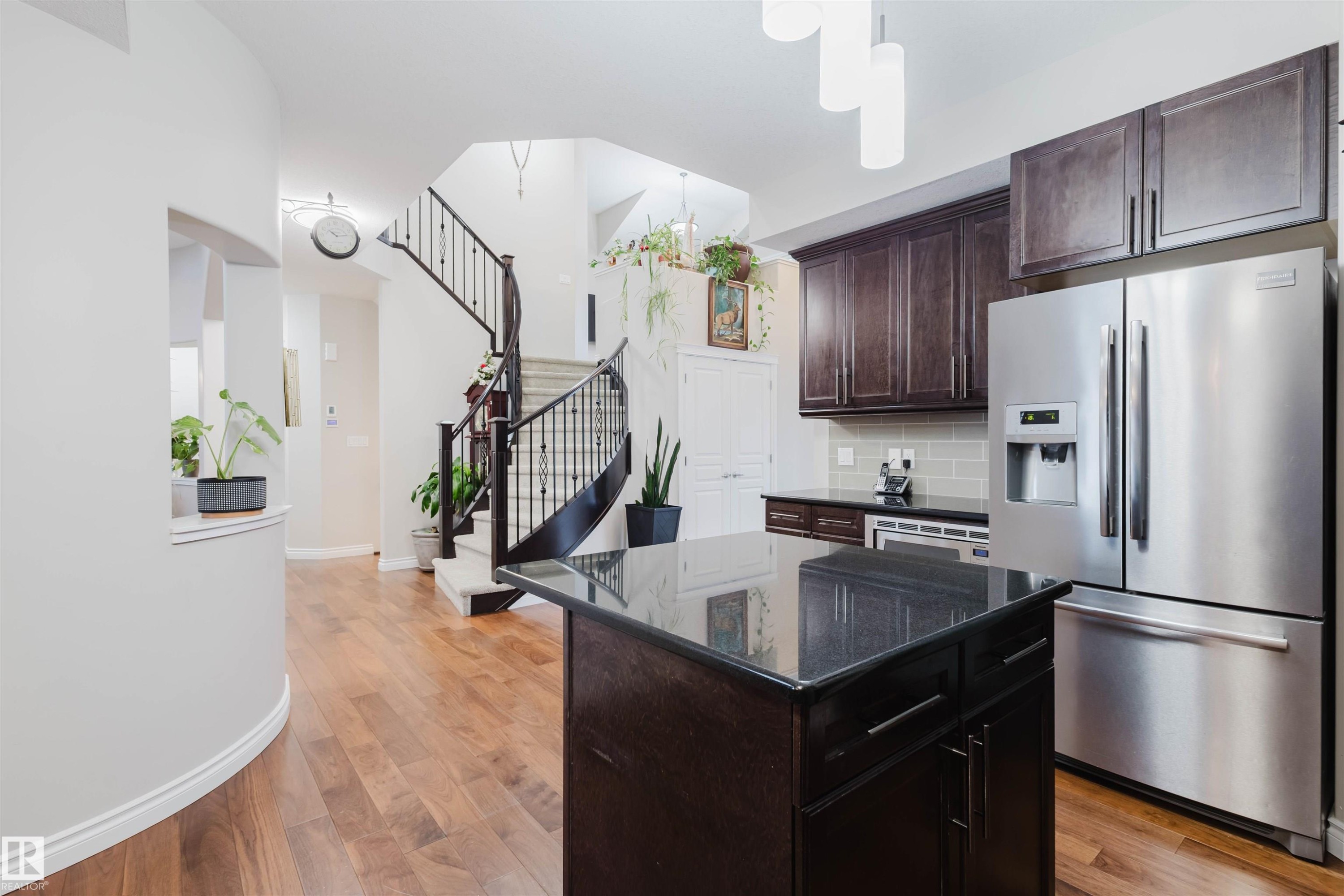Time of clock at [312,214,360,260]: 10:13
